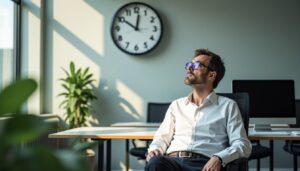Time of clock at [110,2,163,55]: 10:01
